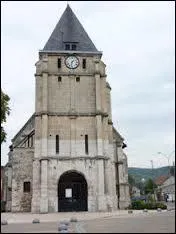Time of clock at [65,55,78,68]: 1:32
